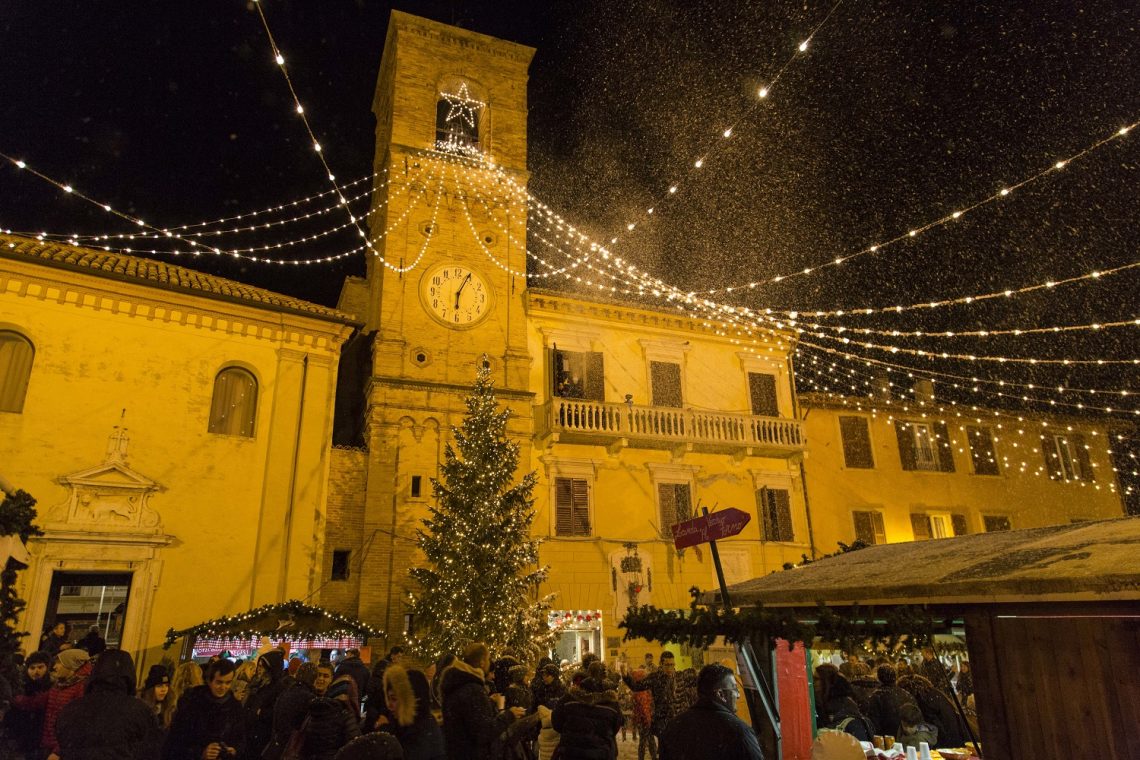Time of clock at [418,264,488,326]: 6:04
